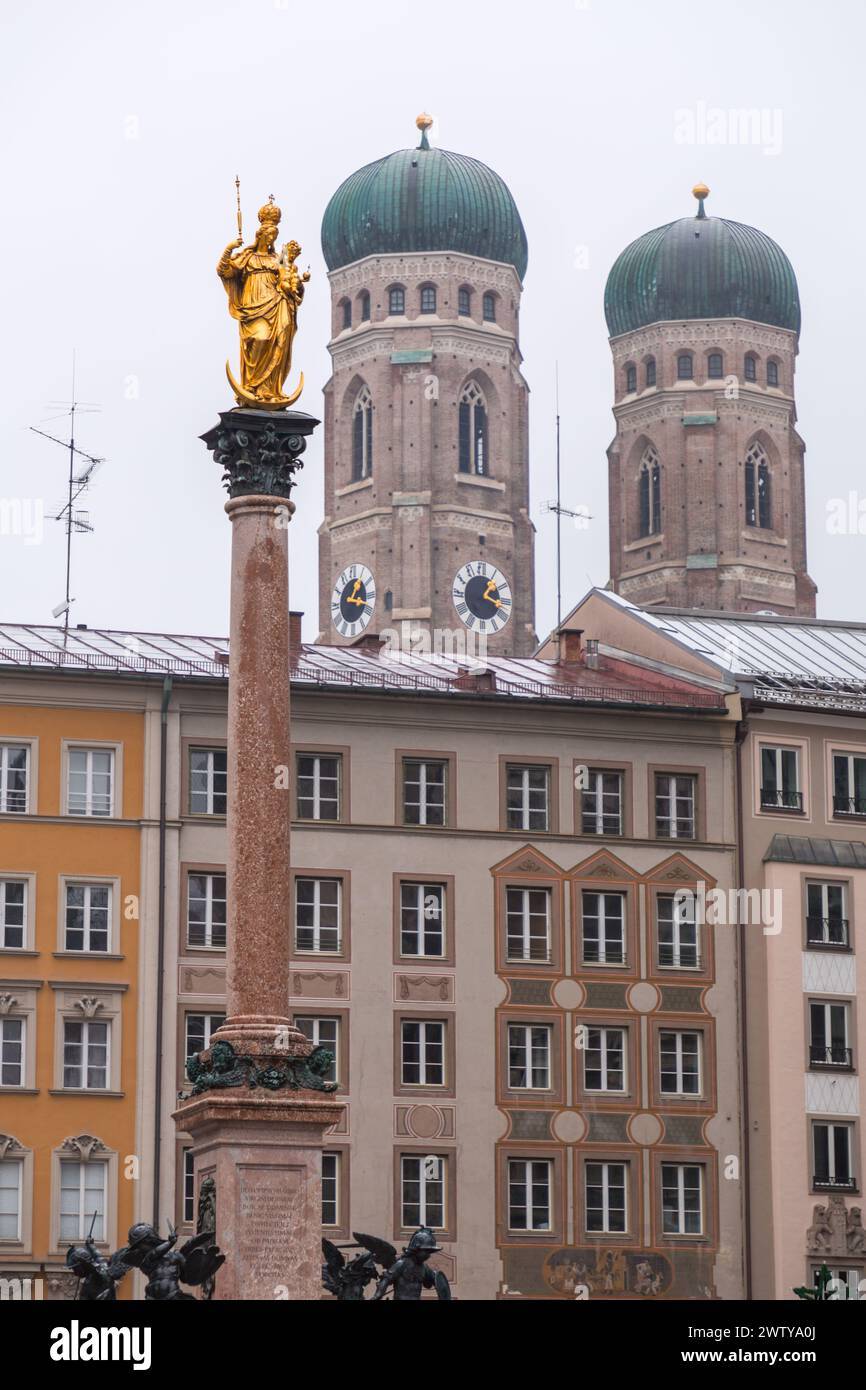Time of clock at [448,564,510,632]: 1:18
